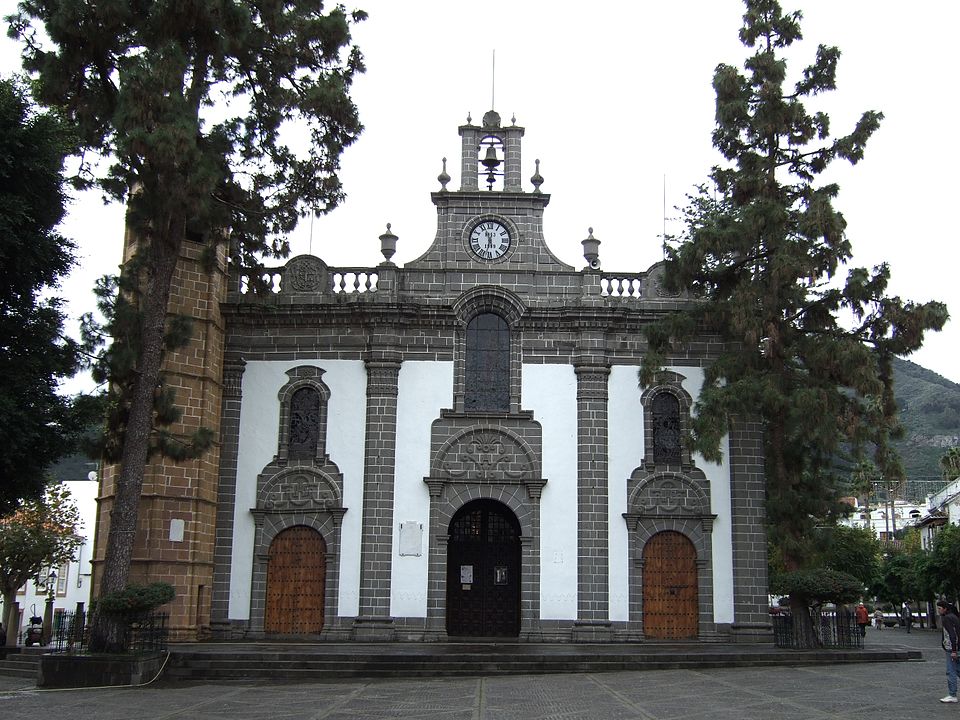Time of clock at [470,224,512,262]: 11:32
